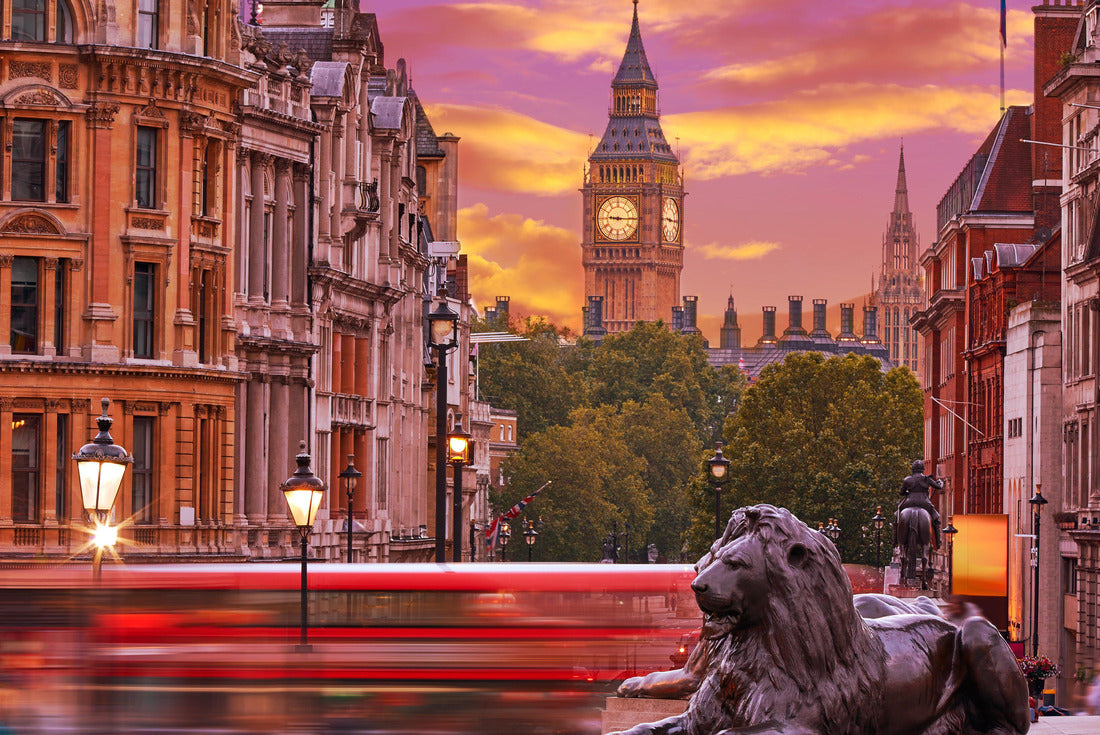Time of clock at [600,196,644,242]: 9:15
